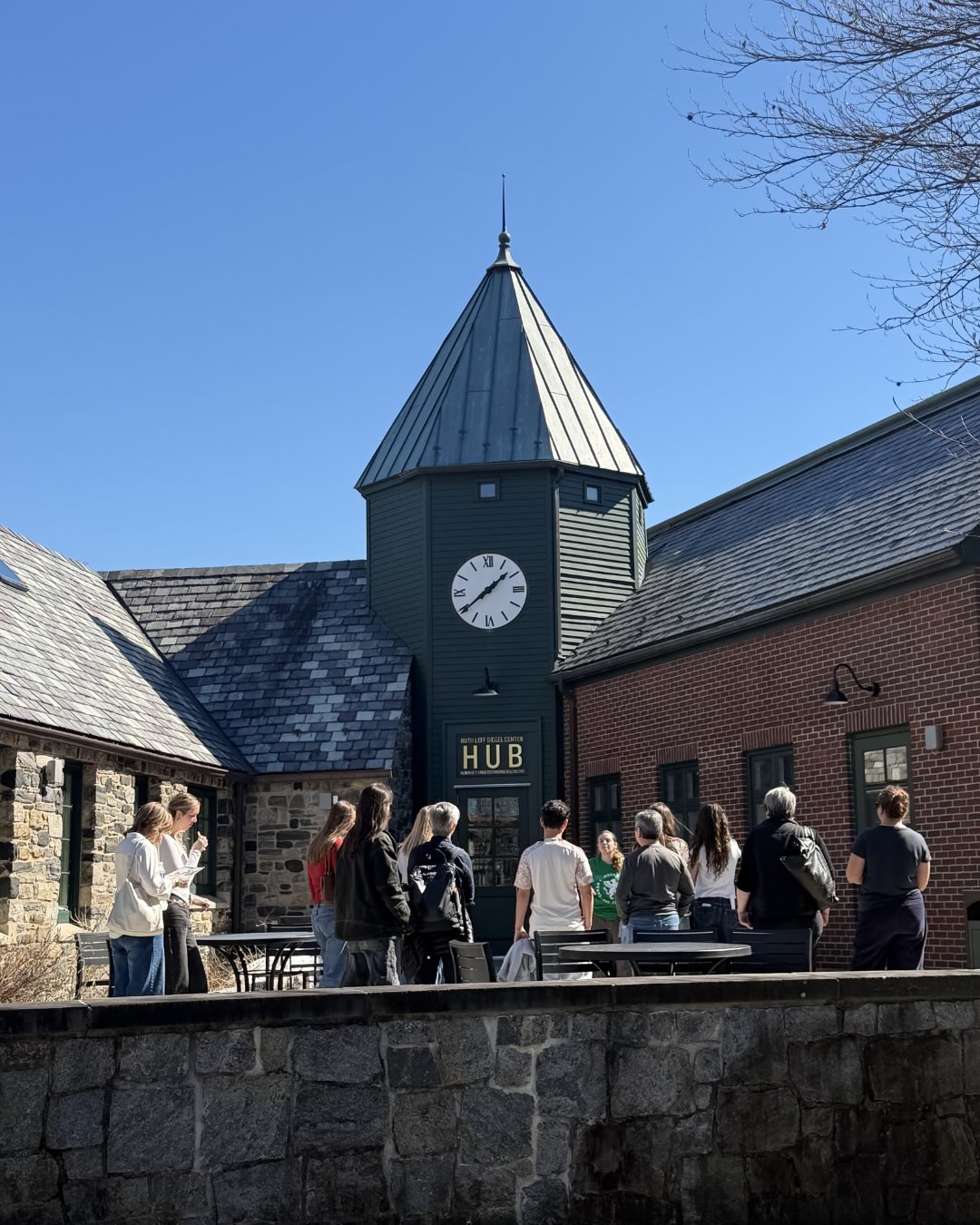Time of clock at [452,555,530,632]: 1:38
